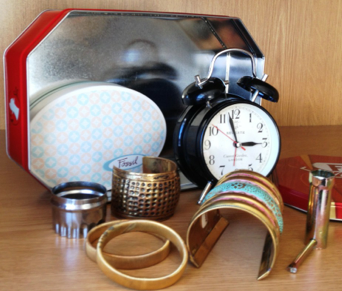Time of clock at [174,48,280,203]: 2:58
